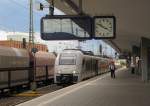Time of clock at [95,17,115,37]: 3:50
